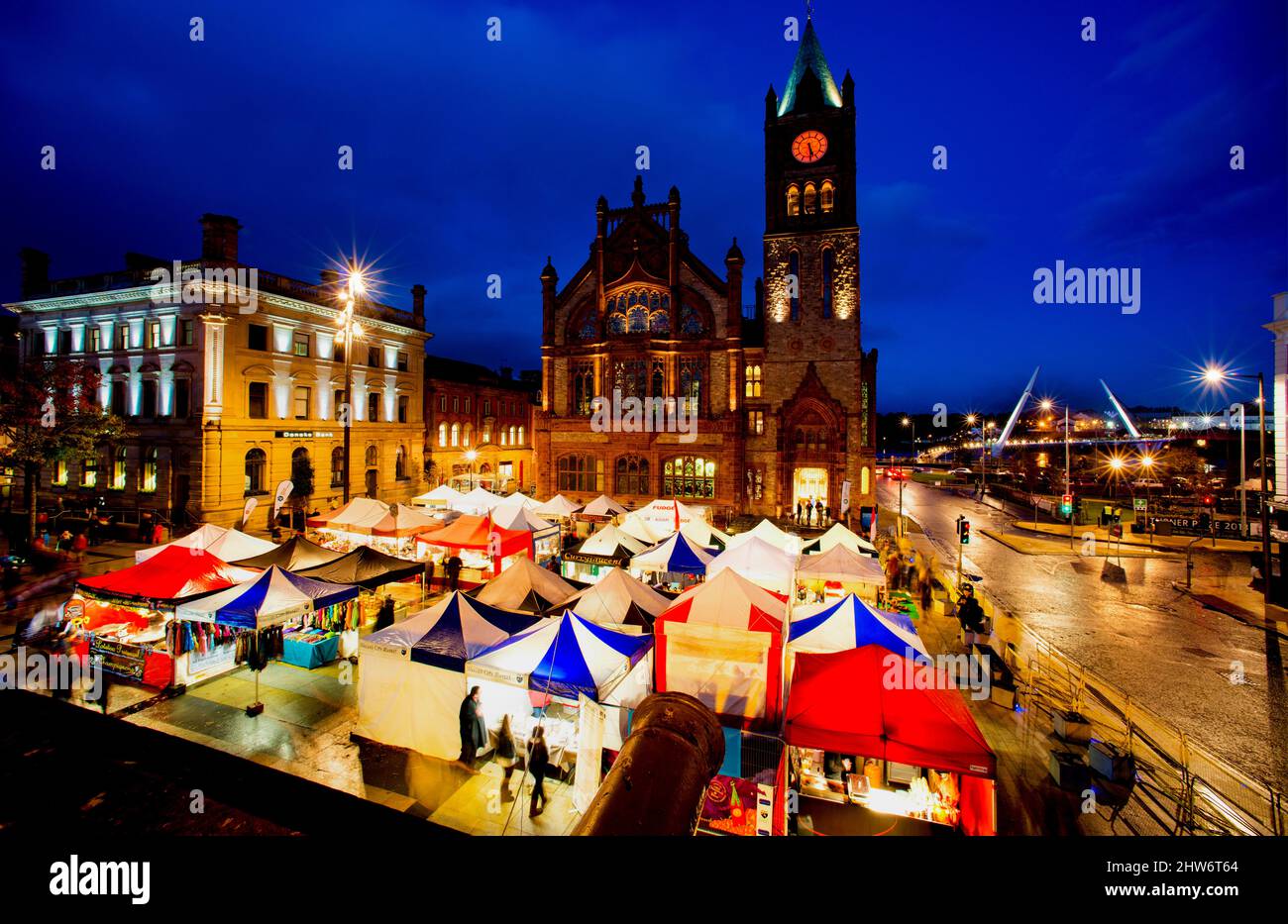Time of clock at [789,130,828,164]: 5:29
